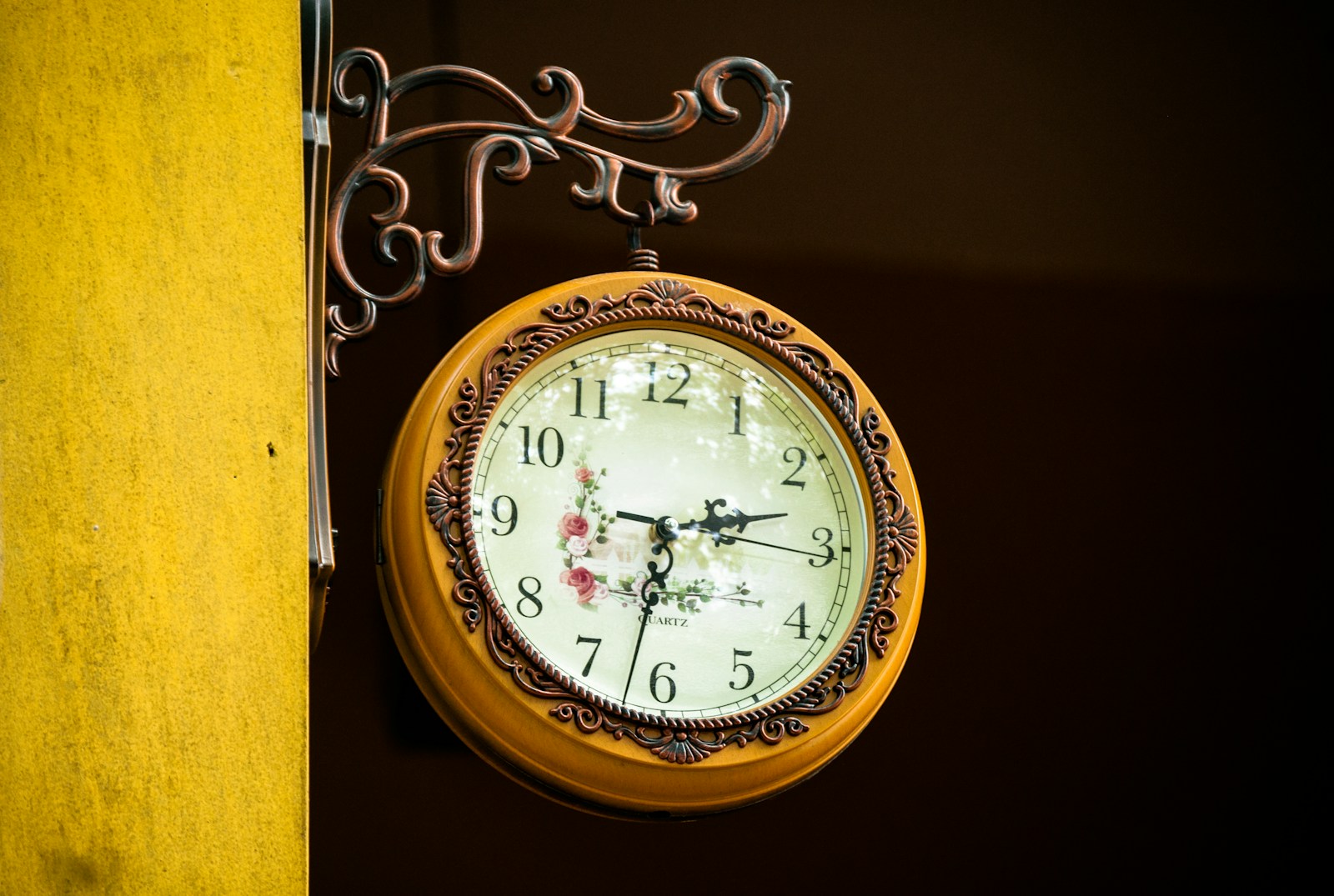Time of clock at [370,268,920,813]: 2:32
